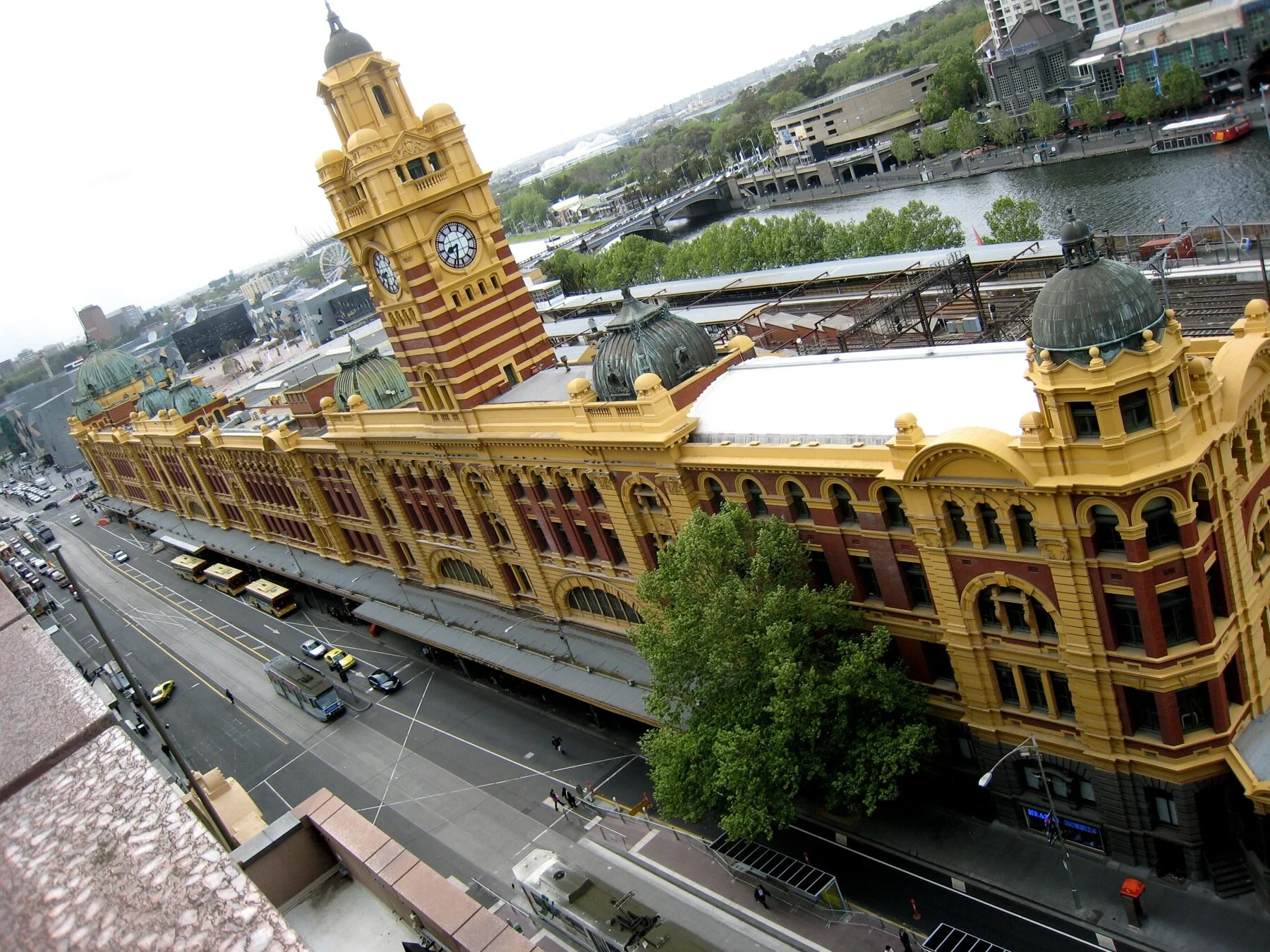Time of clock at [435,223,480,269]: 7:28
